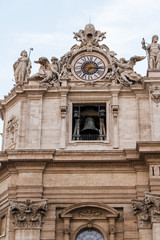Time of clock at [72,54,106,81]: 7:15
